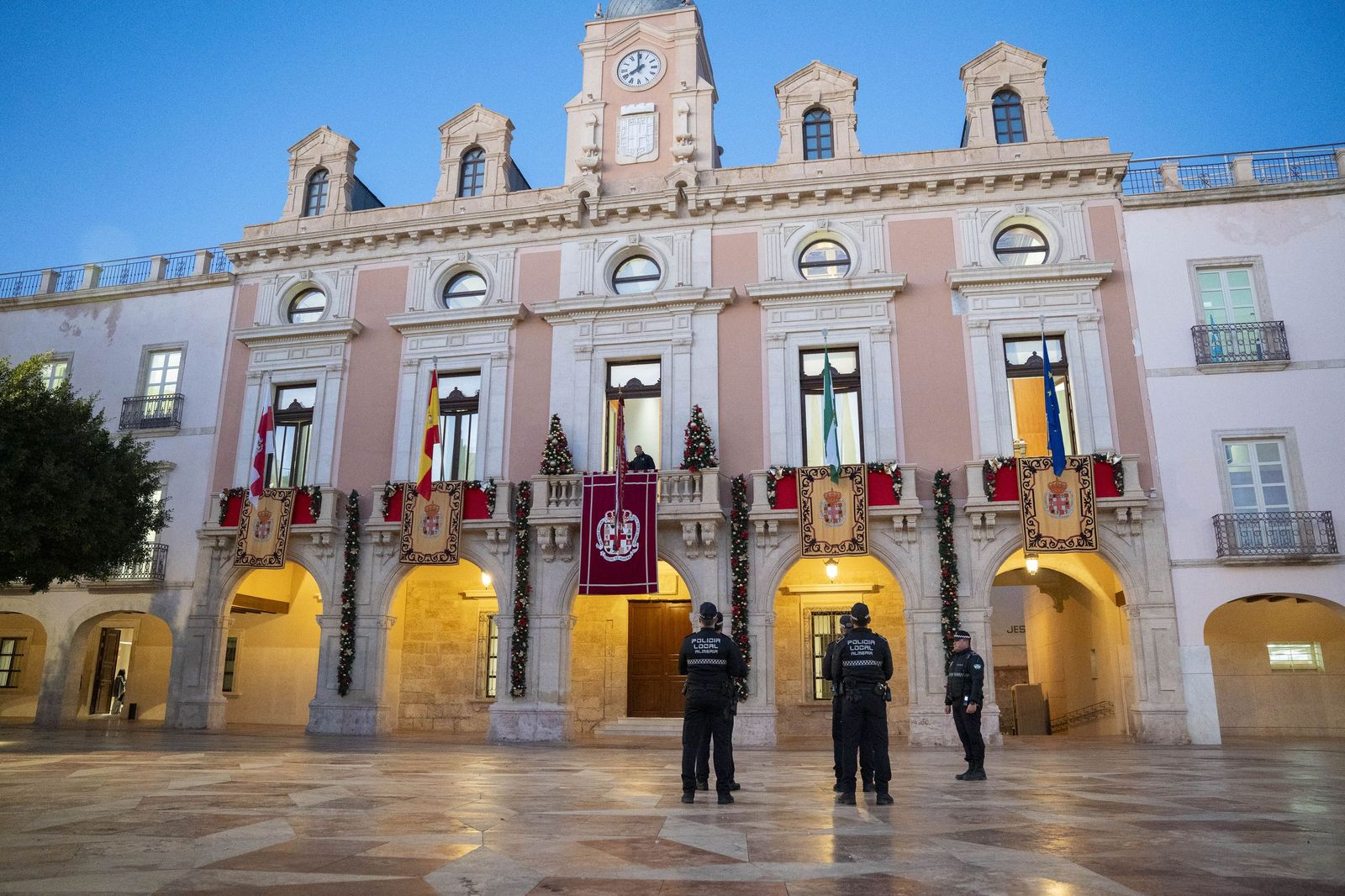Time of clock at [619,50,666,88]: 7:59
